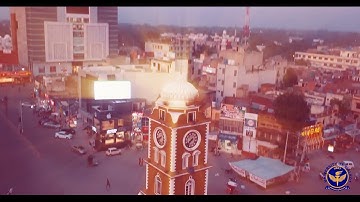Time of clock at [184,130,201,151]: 7:37
